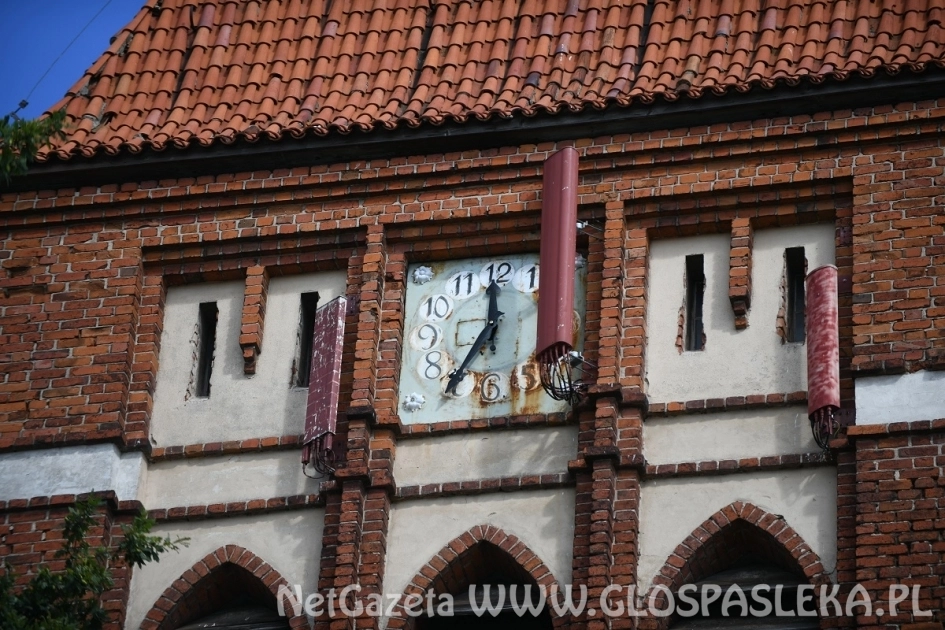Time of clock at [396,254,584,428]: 12:36
